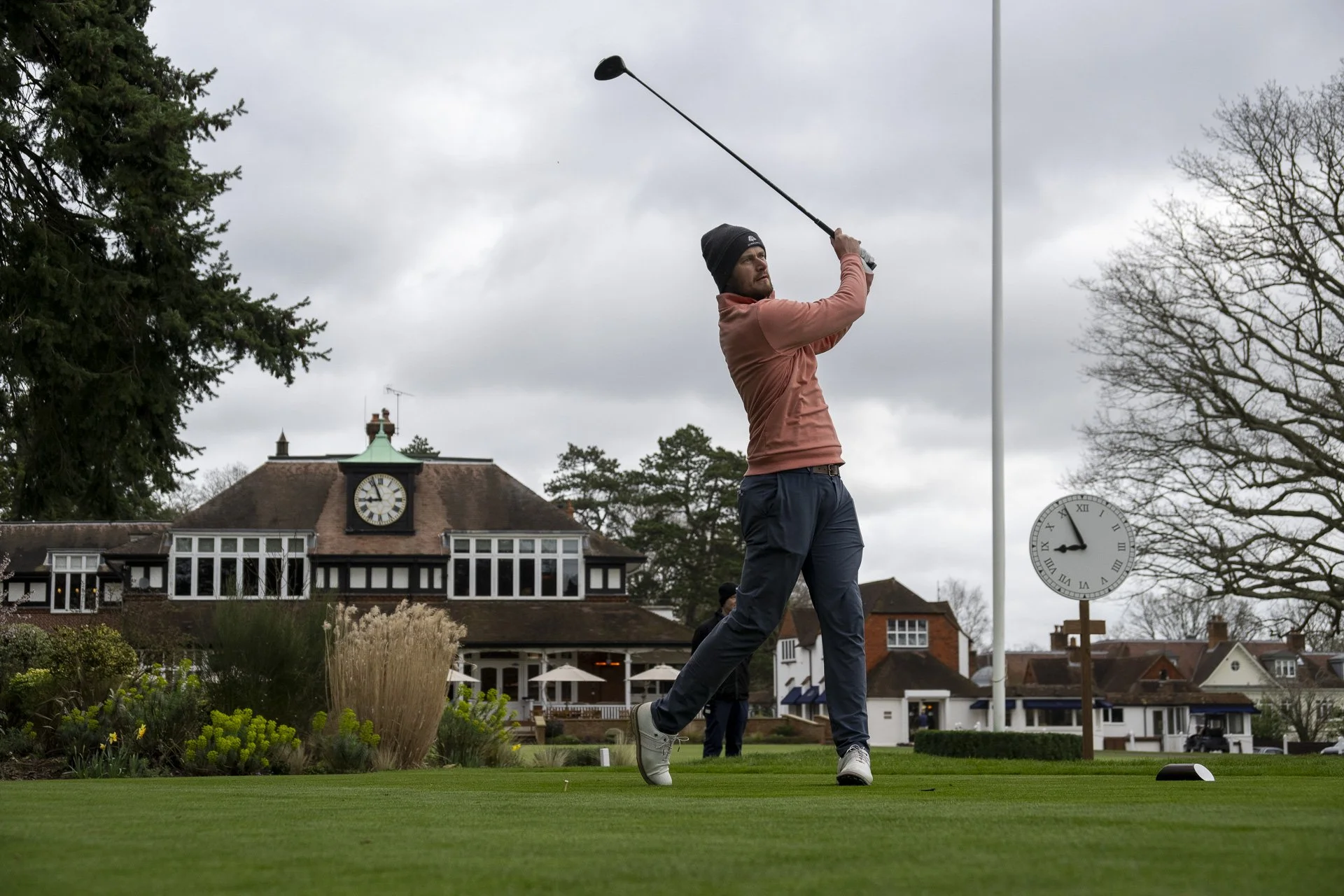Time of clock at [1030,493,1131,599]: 8:55
